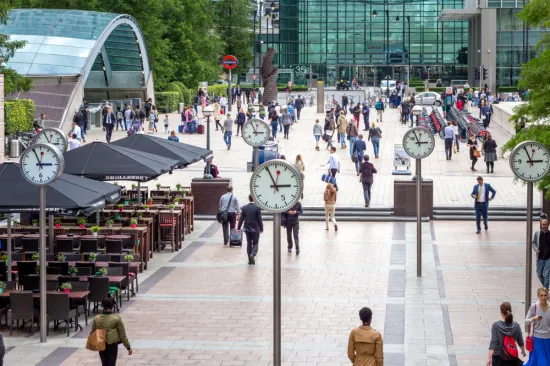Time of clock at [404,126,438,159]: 2:55
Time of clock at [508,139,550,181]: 2:55
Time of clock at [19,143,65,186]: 2:56
